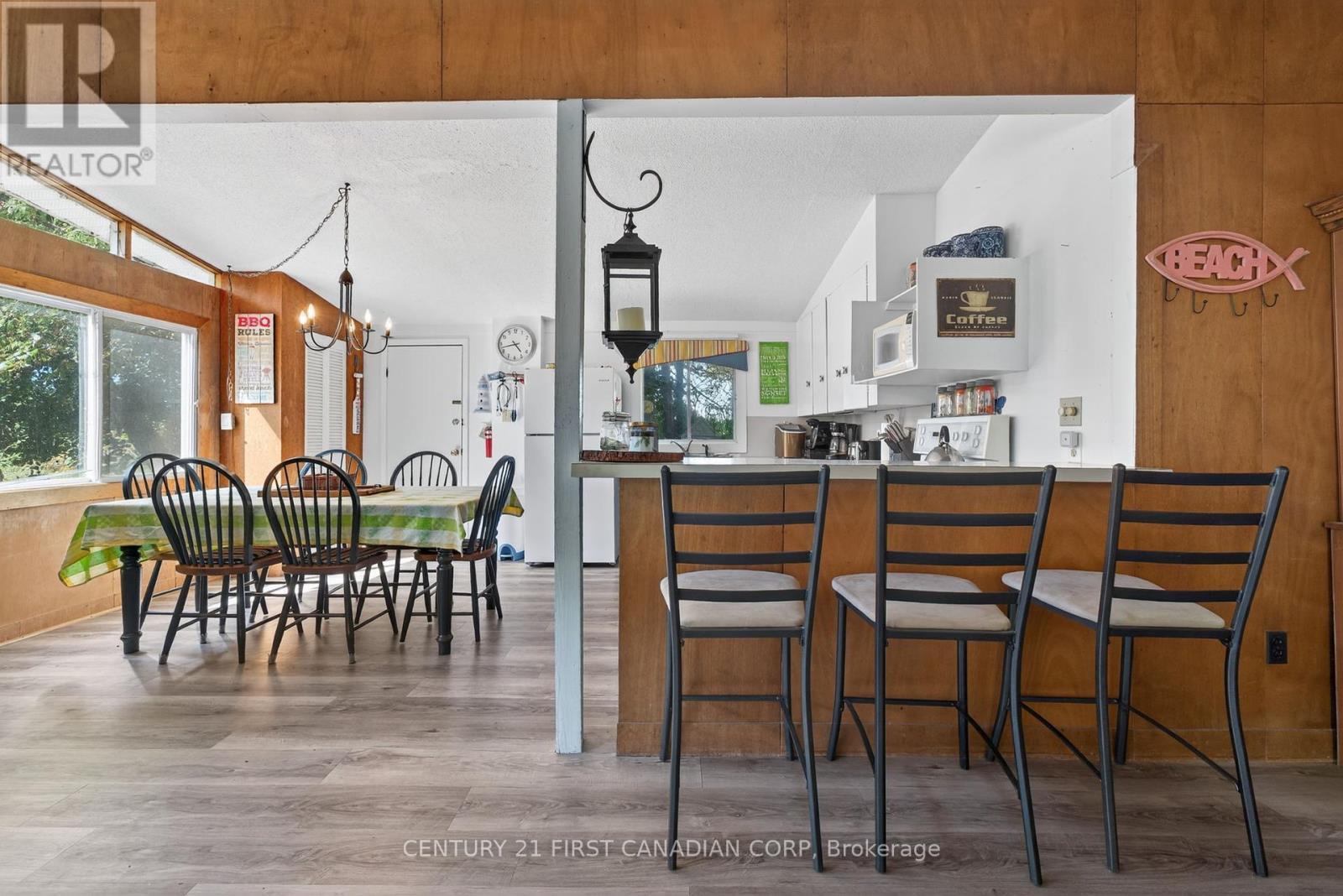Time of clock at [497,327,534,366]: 4:42
